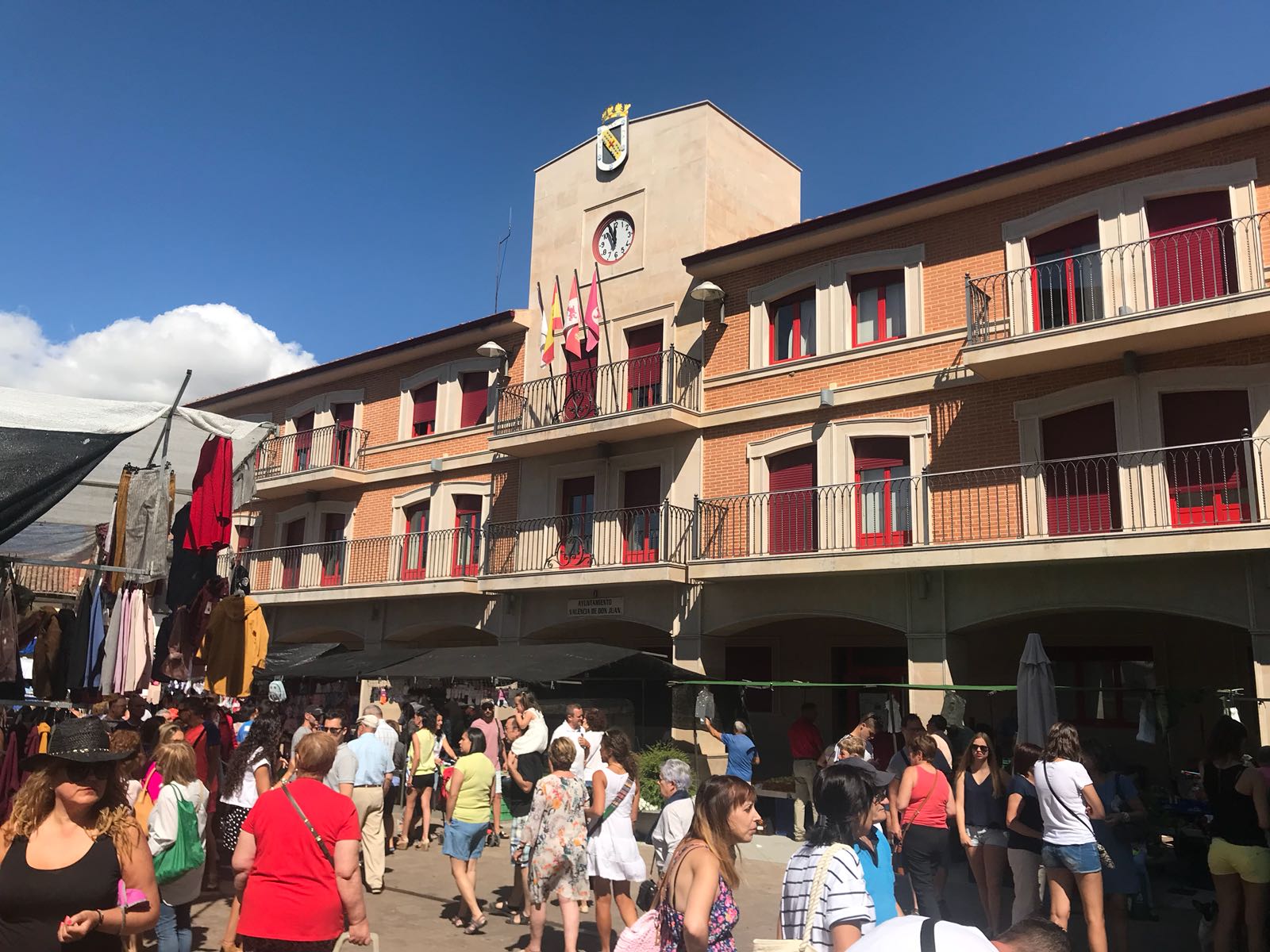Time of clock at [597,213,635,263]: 11:55
